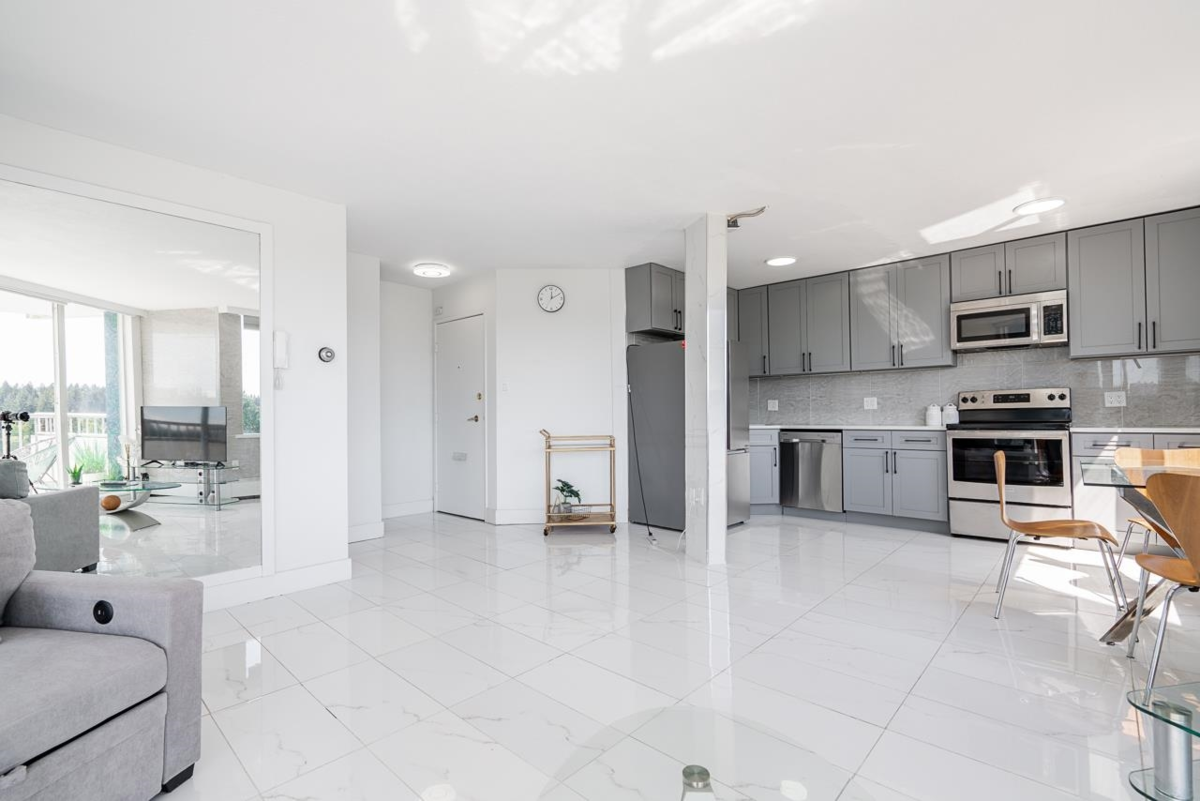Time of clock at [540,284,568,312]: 12:10
